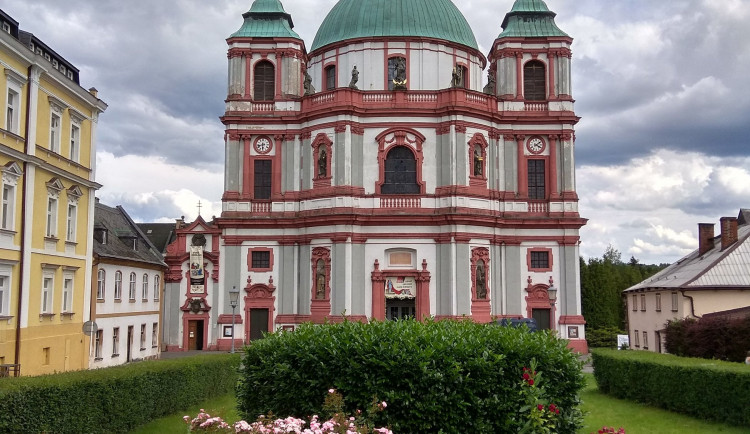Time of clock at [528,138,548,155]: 4:08
